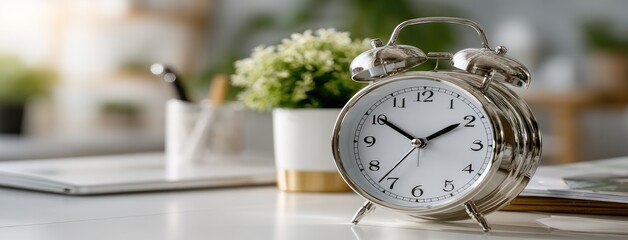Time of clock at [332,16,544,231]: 1:50
